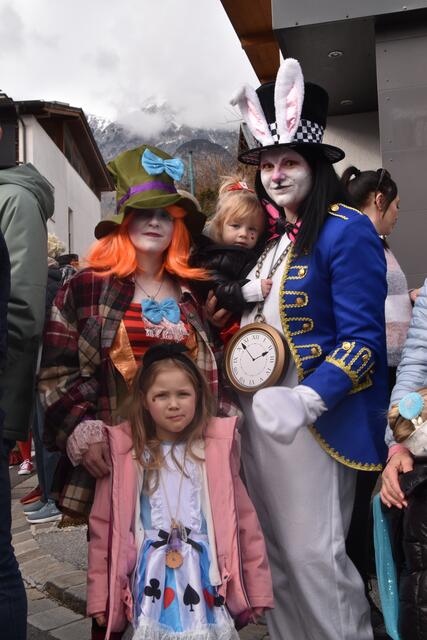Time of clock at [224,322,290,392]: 1:53
